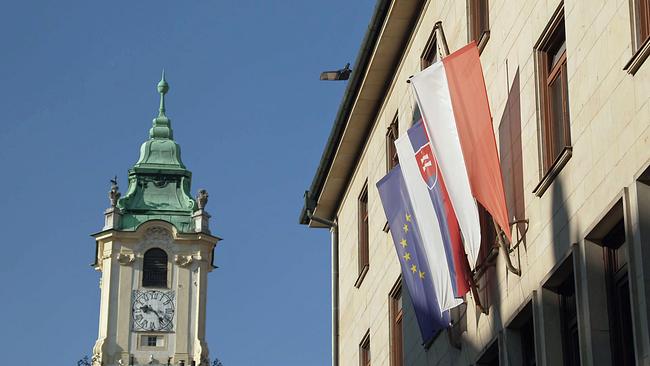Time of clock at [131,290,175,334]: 9:22
